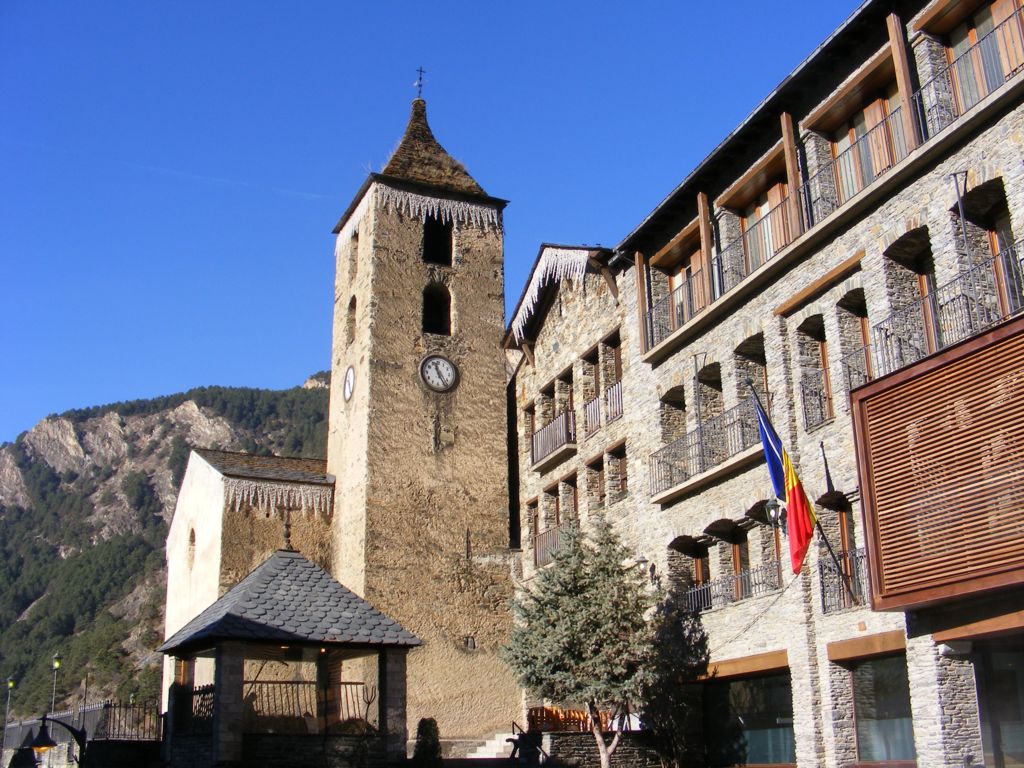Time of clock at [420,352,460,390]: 11:24
